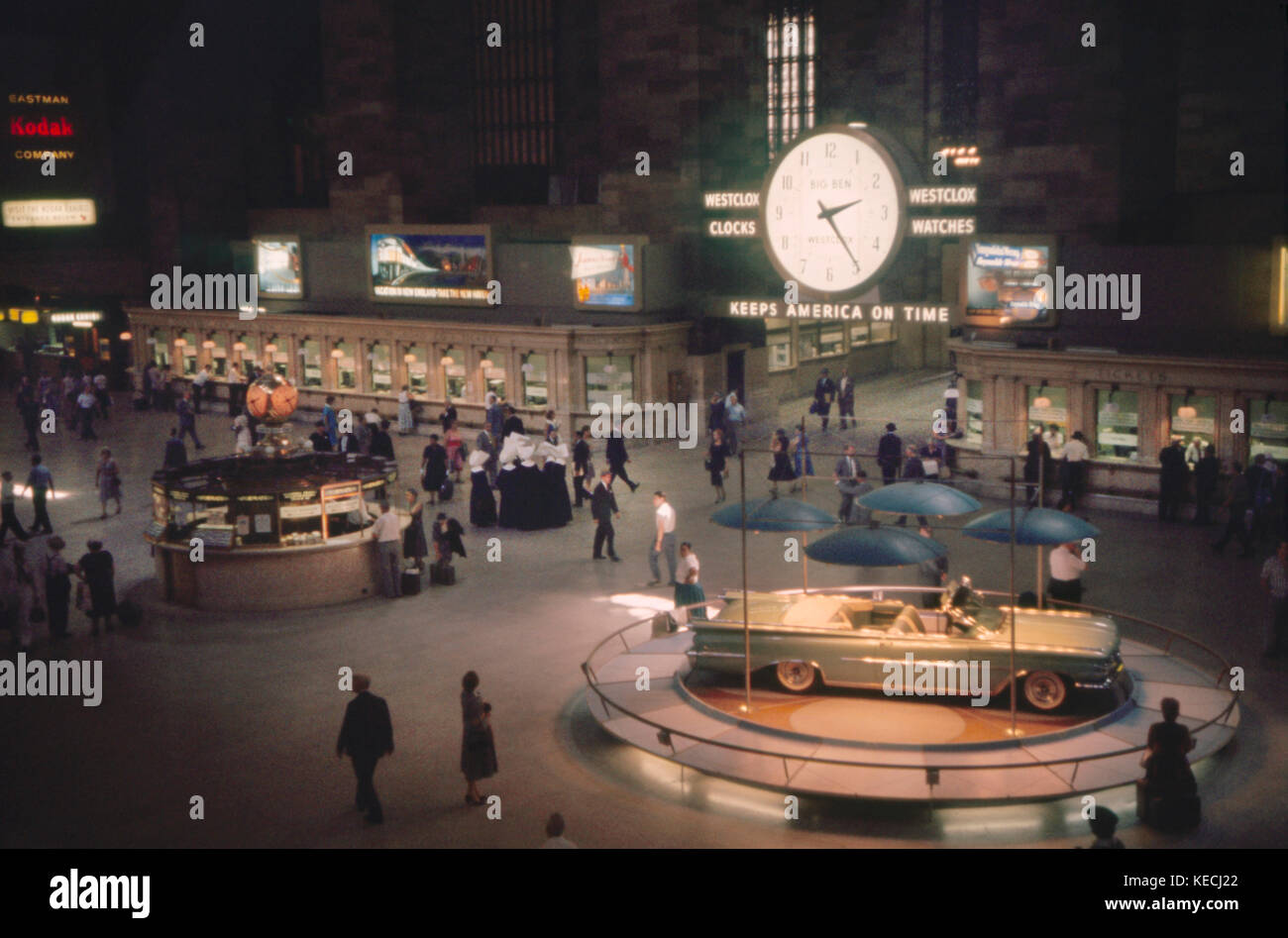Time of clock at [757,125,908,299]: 2:23
